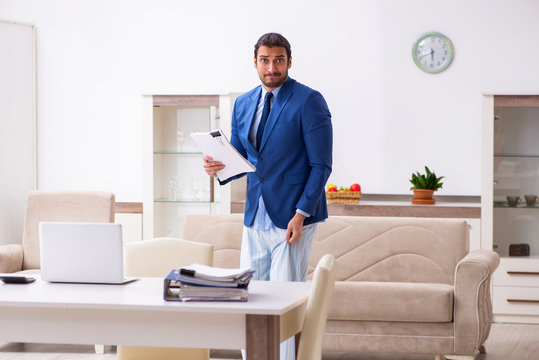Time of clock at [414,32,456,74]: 5:41
